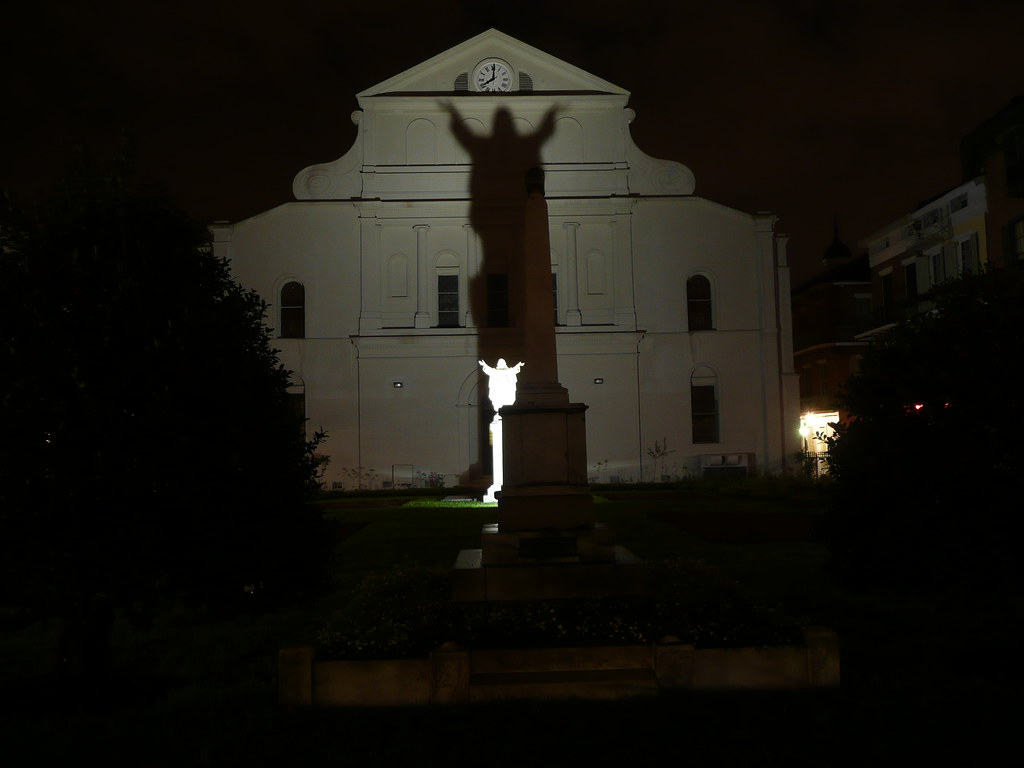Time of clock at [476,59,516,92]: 8:00
